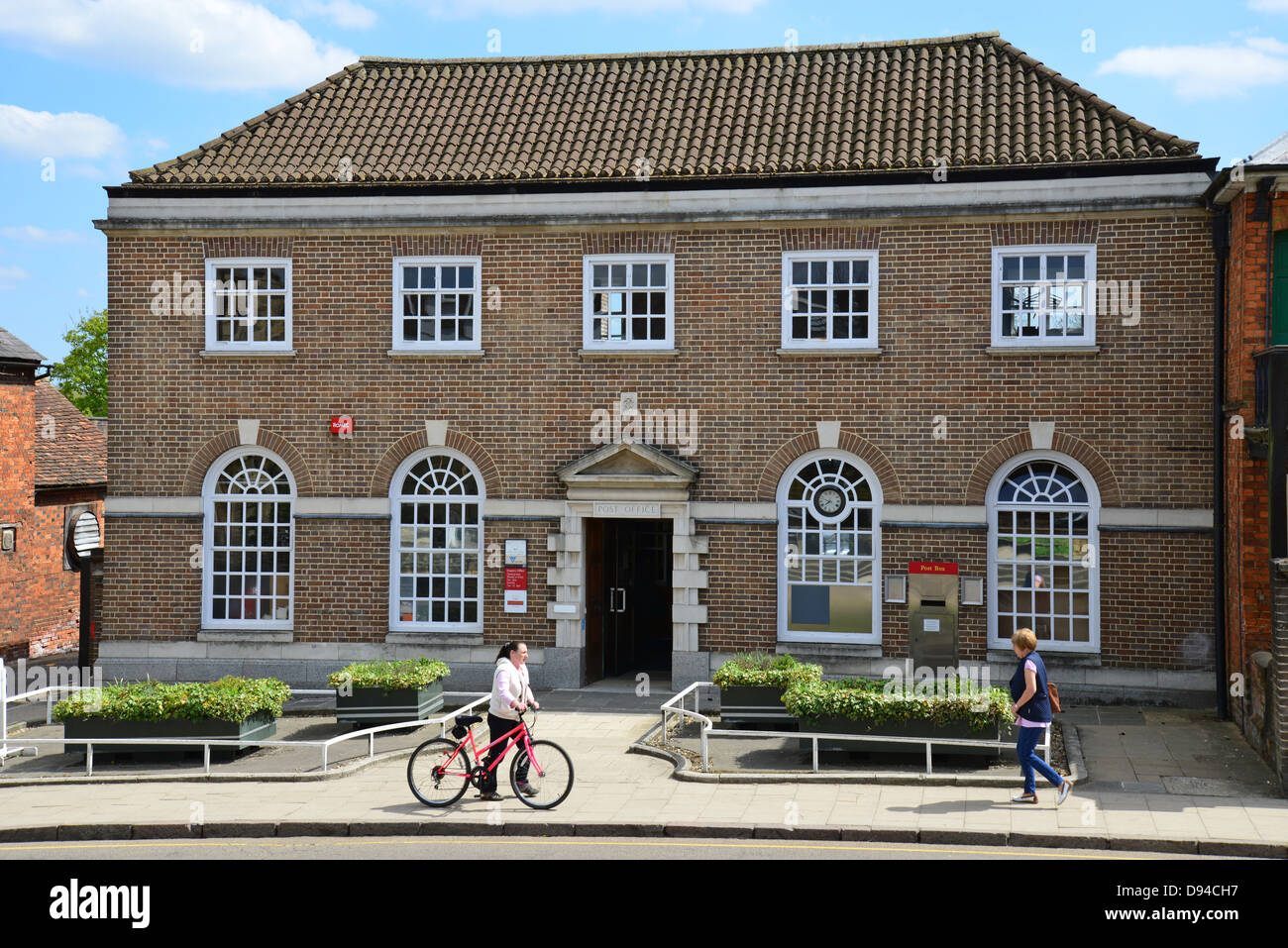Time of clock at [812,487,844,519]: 7:47
